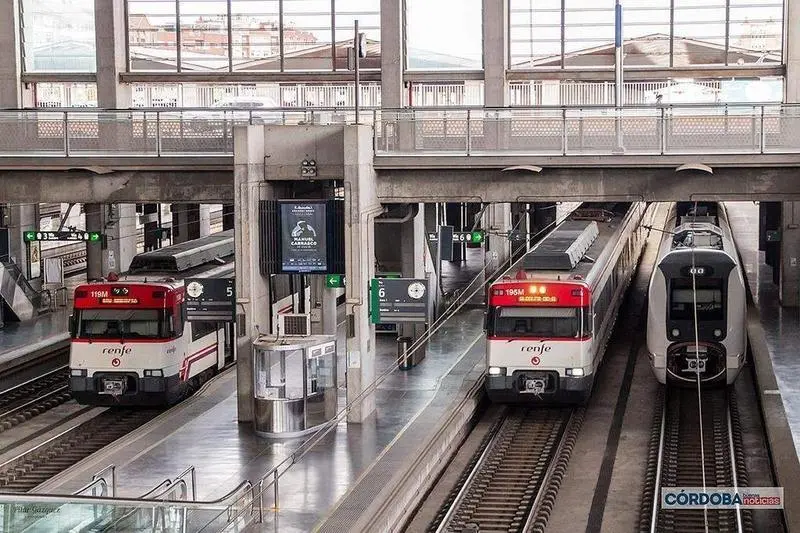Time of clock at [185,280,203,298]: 8:32
